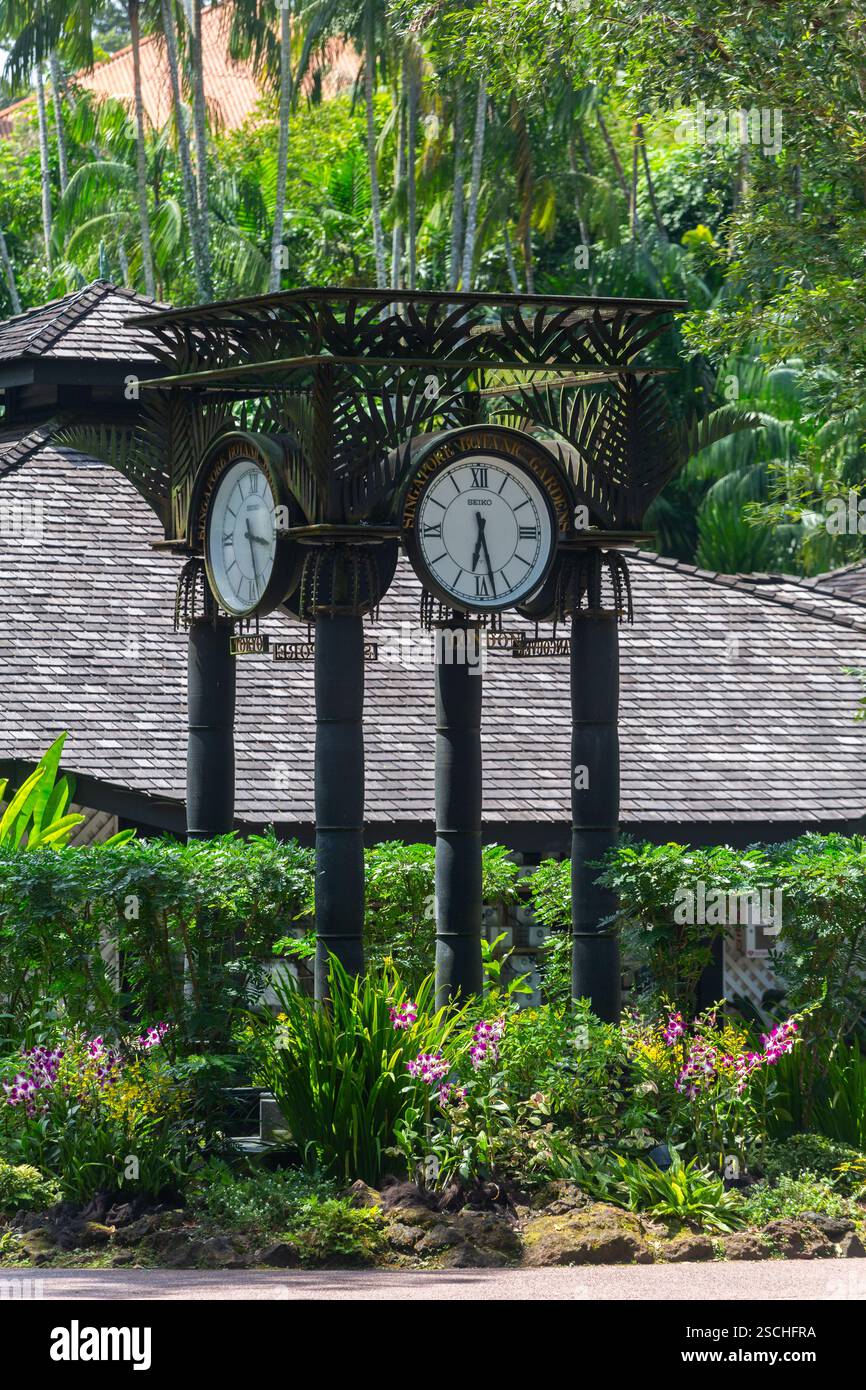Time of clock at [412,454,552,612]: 6:27
